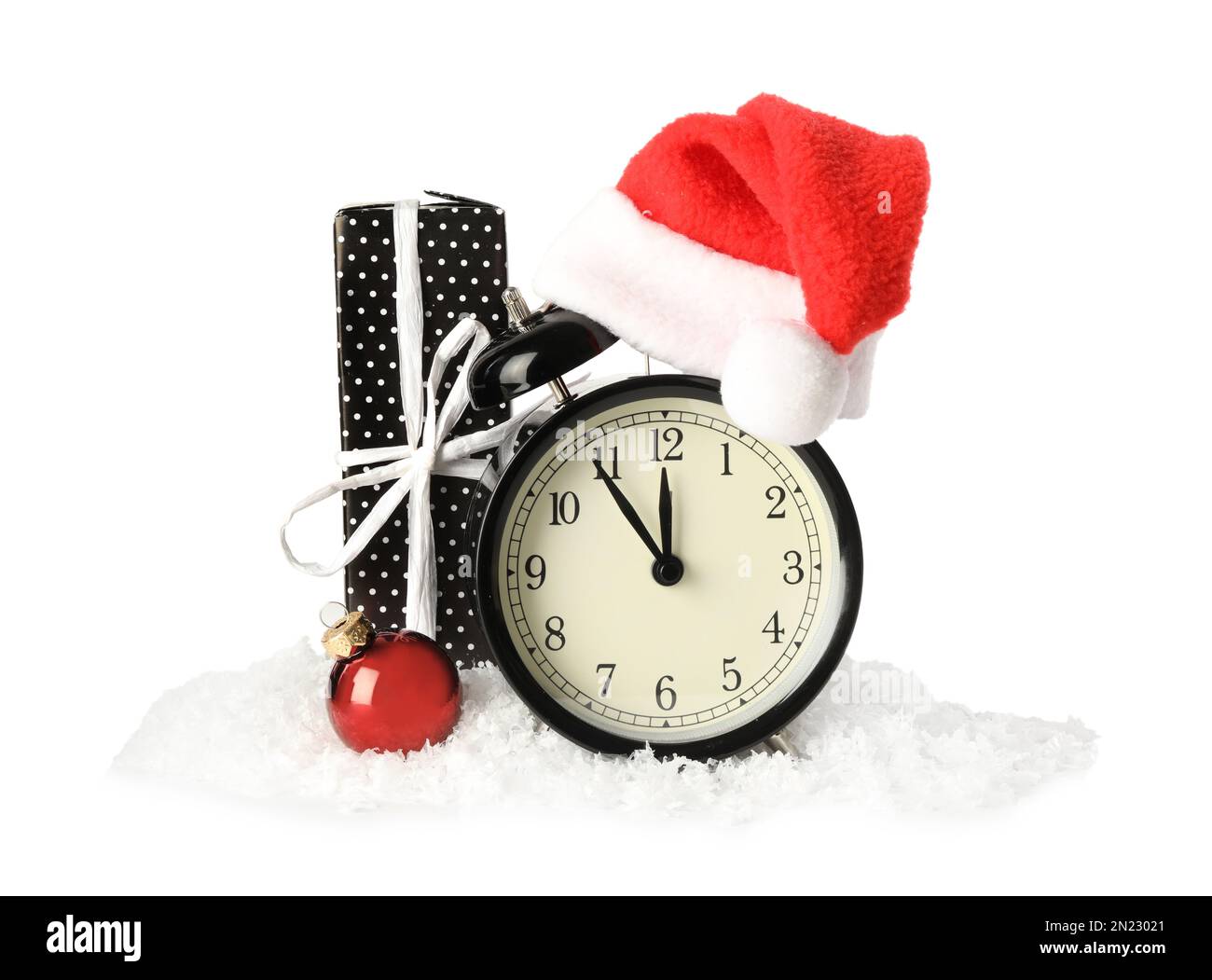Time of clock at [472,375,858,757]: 11:54
